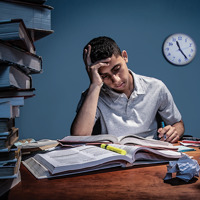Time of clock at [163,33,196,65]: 11:23
